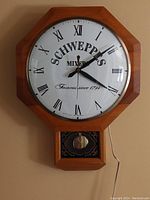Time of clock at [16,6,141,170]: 4:09
